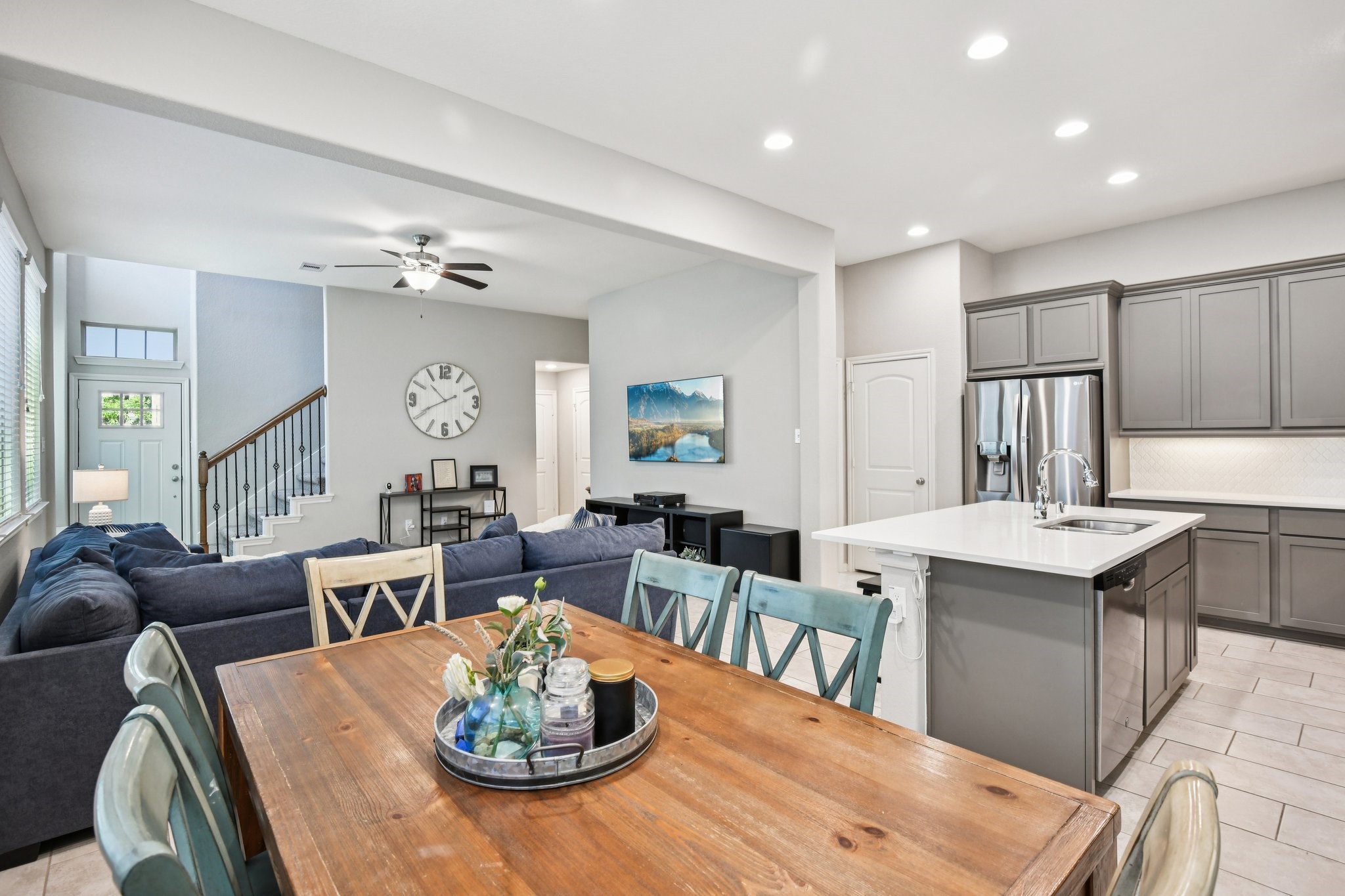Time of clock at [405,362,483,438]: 10:40
